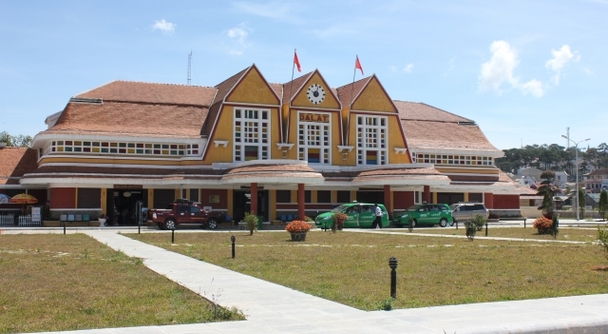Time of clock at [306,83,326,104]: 10:03
